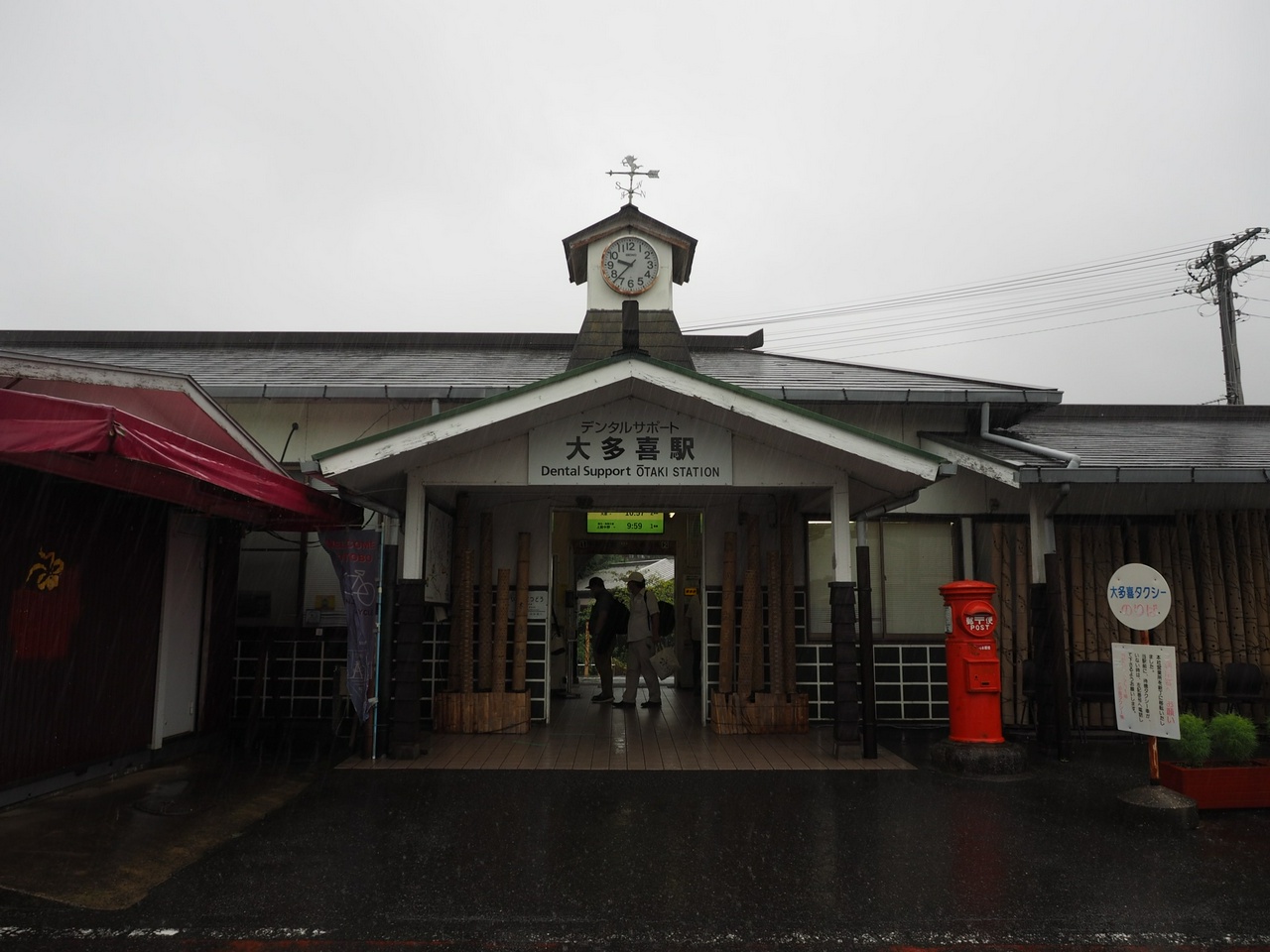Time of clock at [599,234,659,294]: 9:37
